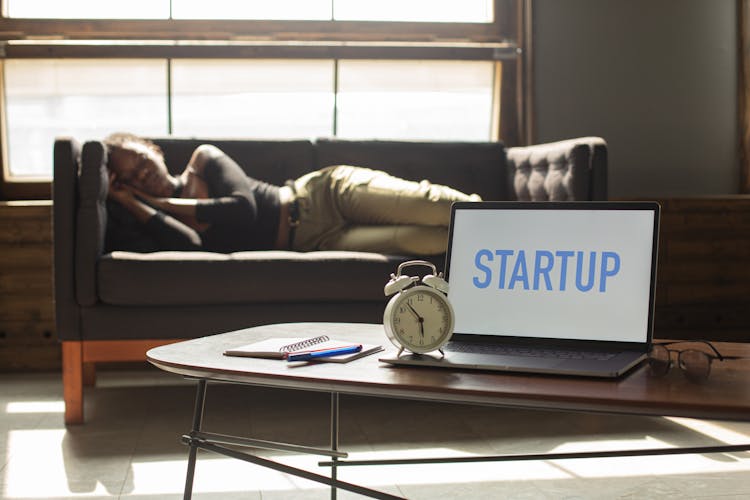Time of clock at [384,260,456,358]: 5:53
